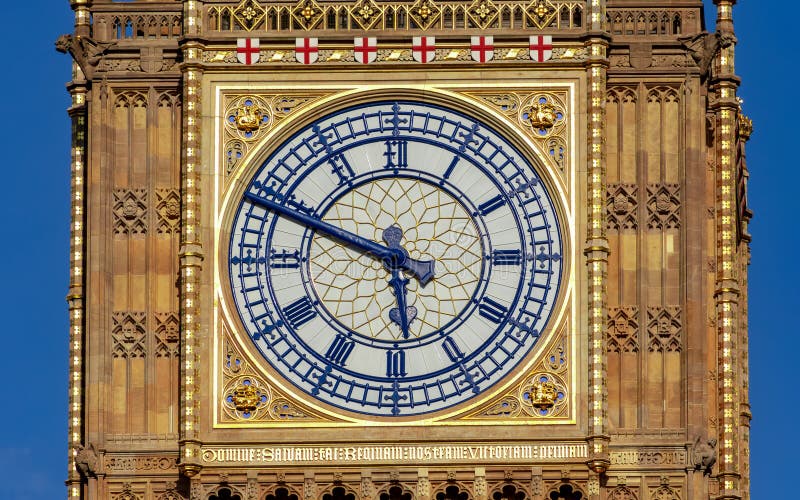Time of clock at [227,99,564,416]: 5:48
